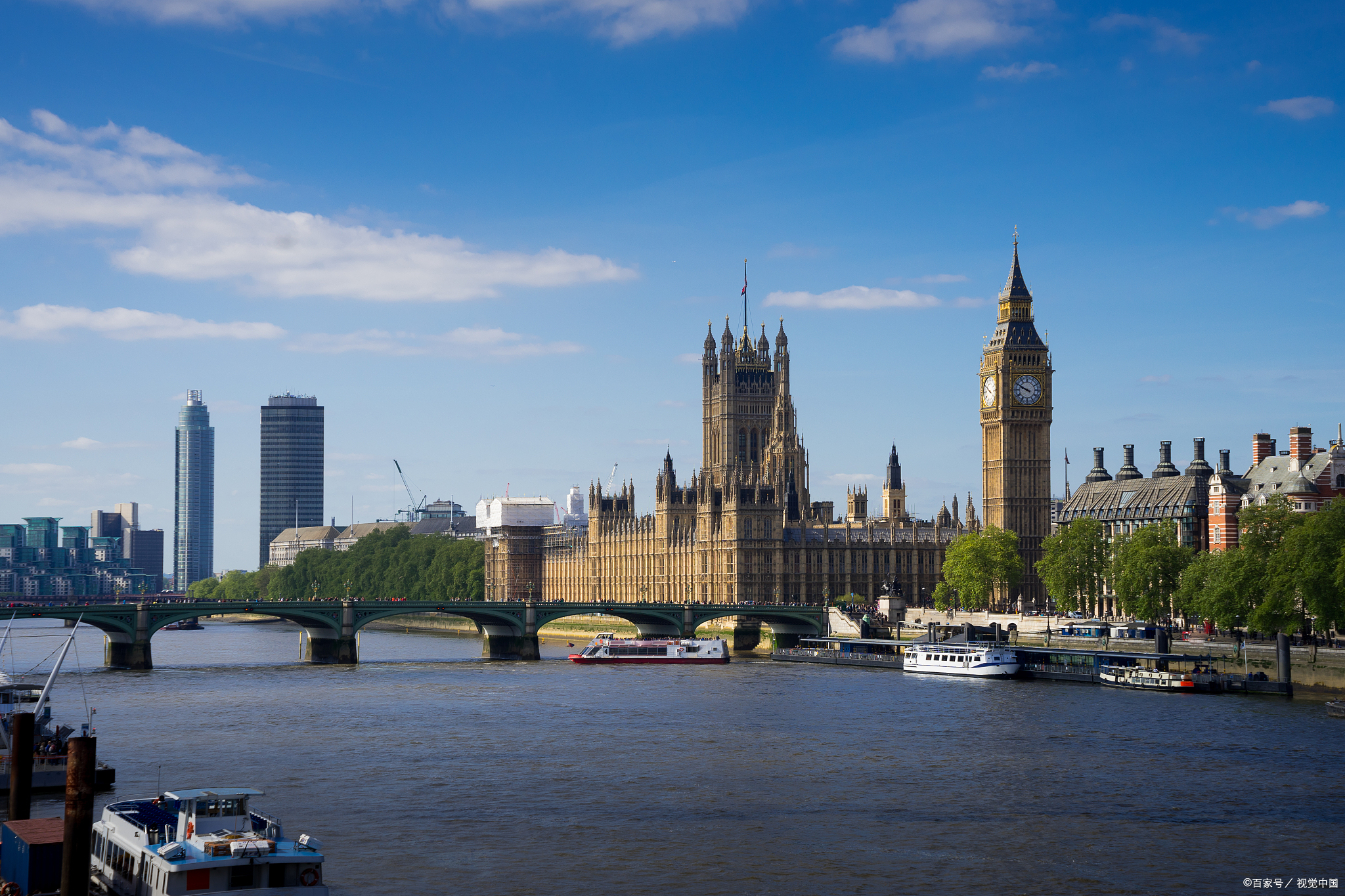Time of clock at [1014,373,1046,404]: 9:49
